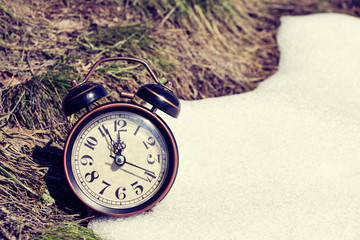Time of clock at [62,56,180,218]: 11:55
